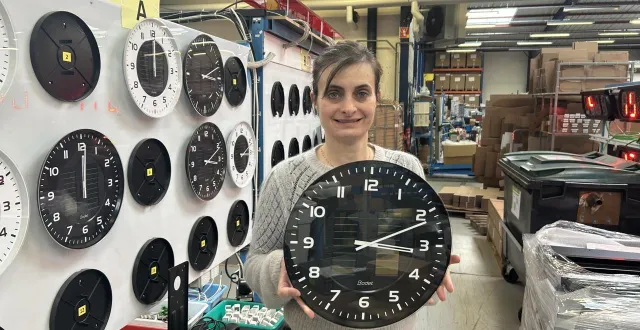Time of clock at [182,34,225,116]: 3:11
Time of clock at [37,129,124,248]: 12:00
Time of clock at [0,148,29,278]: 12:00
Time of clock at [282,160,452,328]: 3:11
